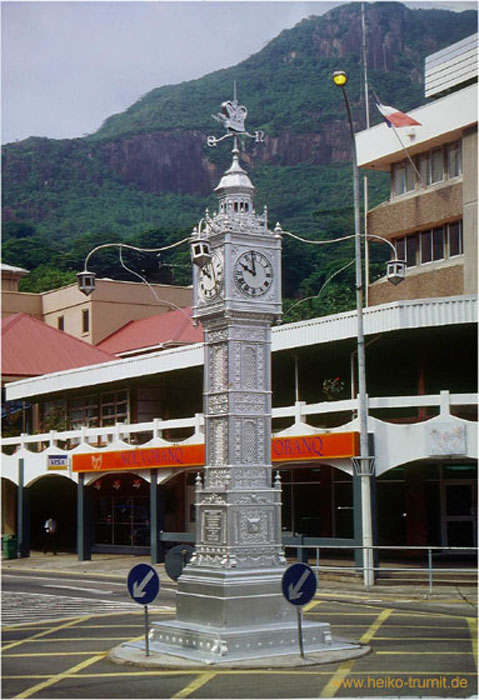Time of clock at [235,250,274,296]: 9:59
